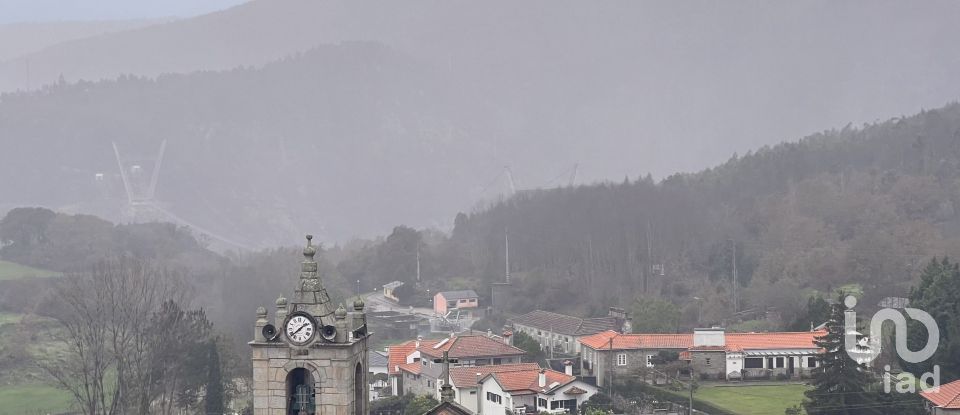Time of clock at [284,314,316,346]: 1:38
